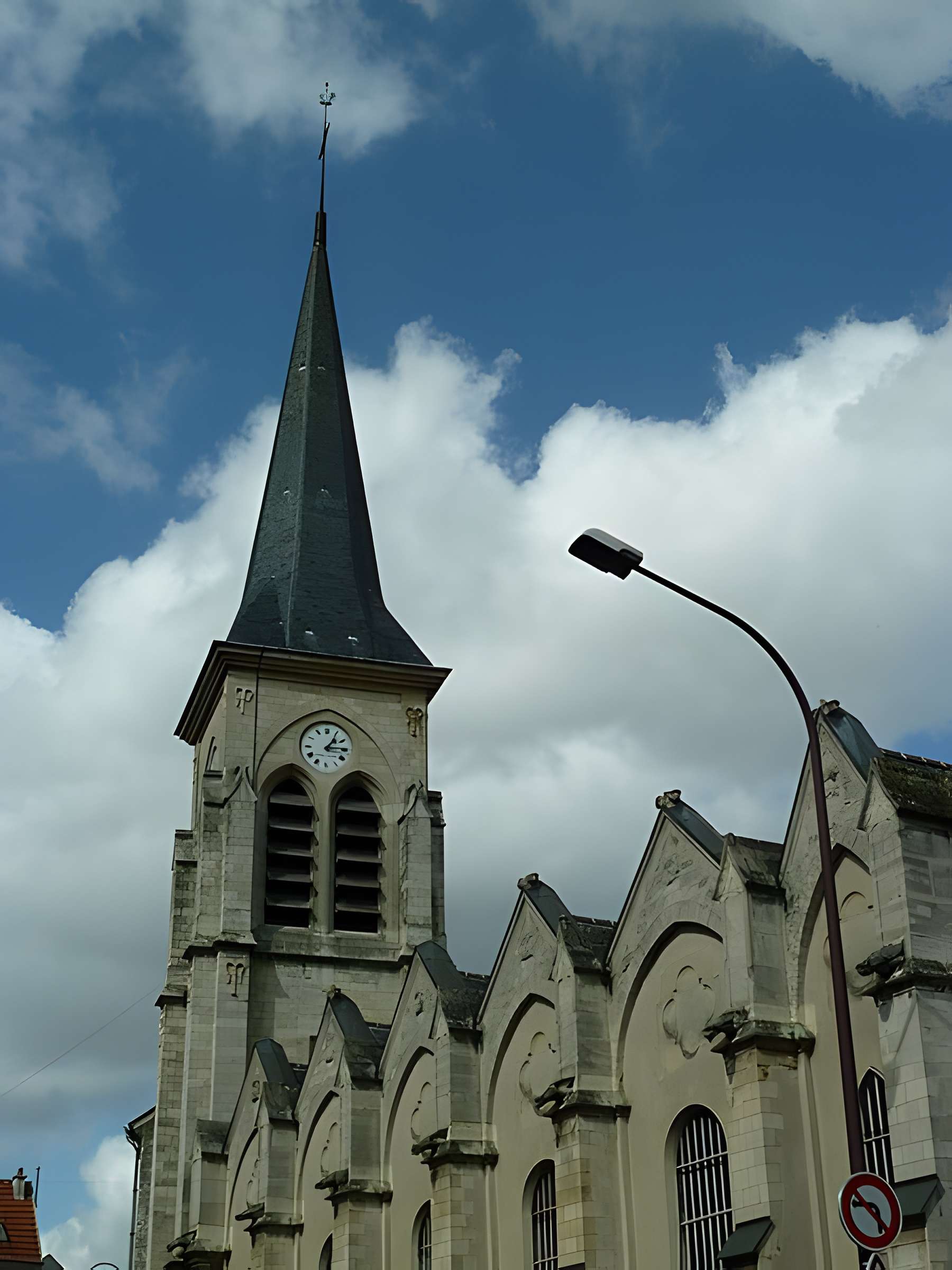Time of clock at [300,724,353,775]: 1:14
